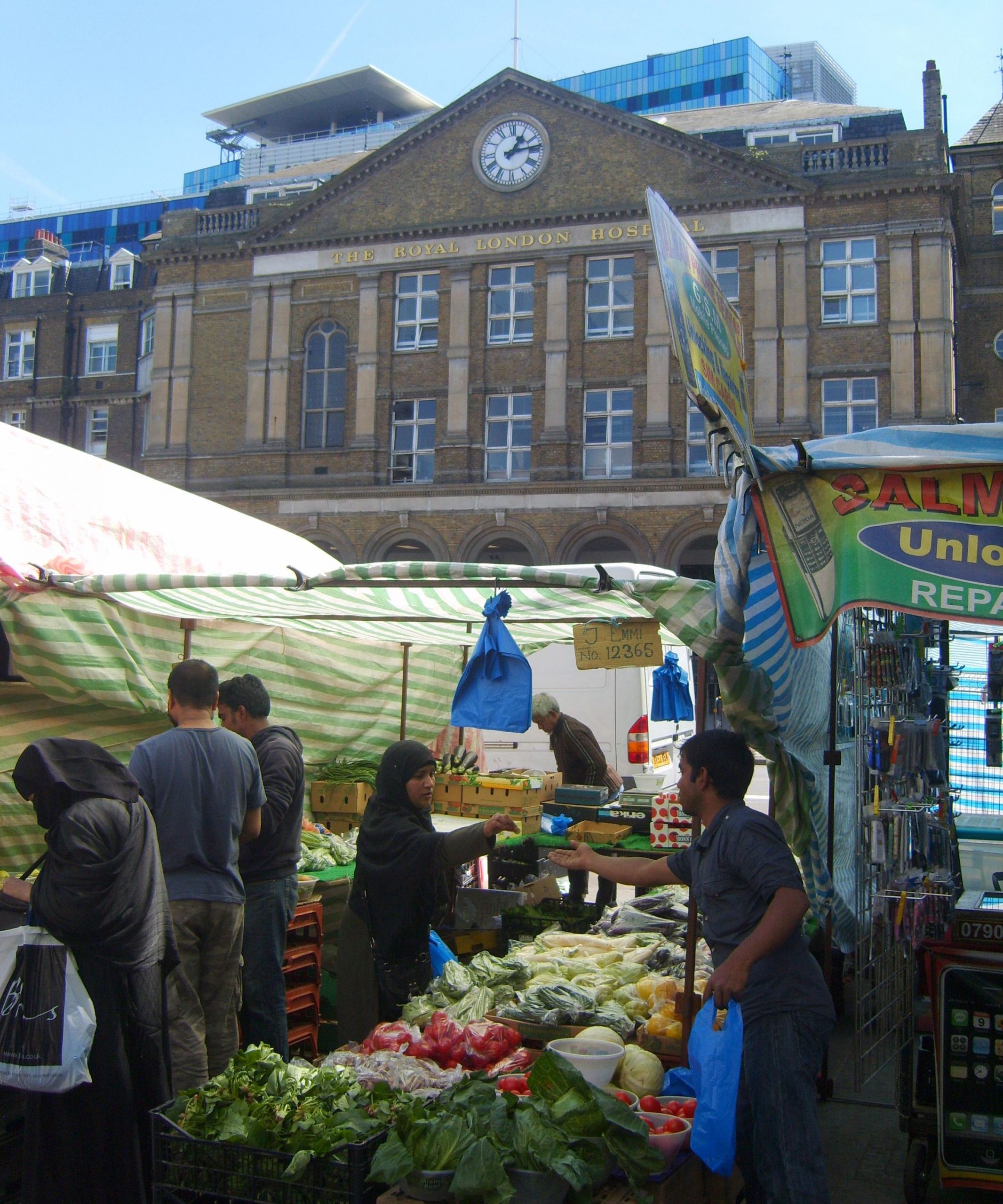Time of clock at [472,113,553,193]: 1:13
